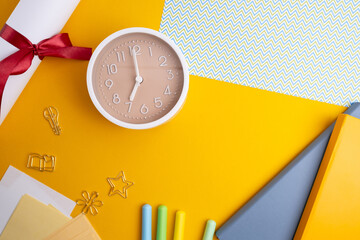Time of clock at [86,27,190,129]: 7:00
